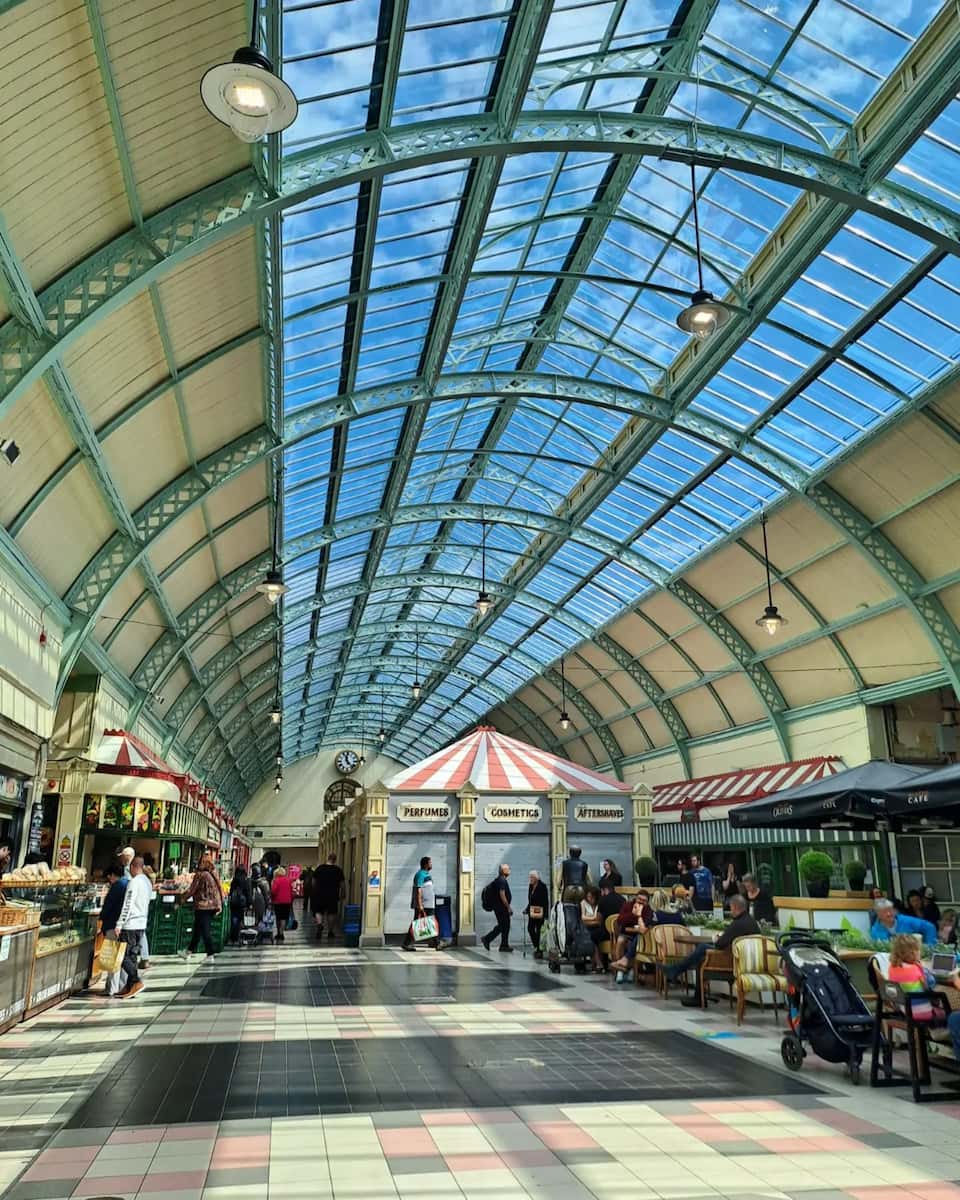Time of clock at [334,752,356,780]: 11:22
